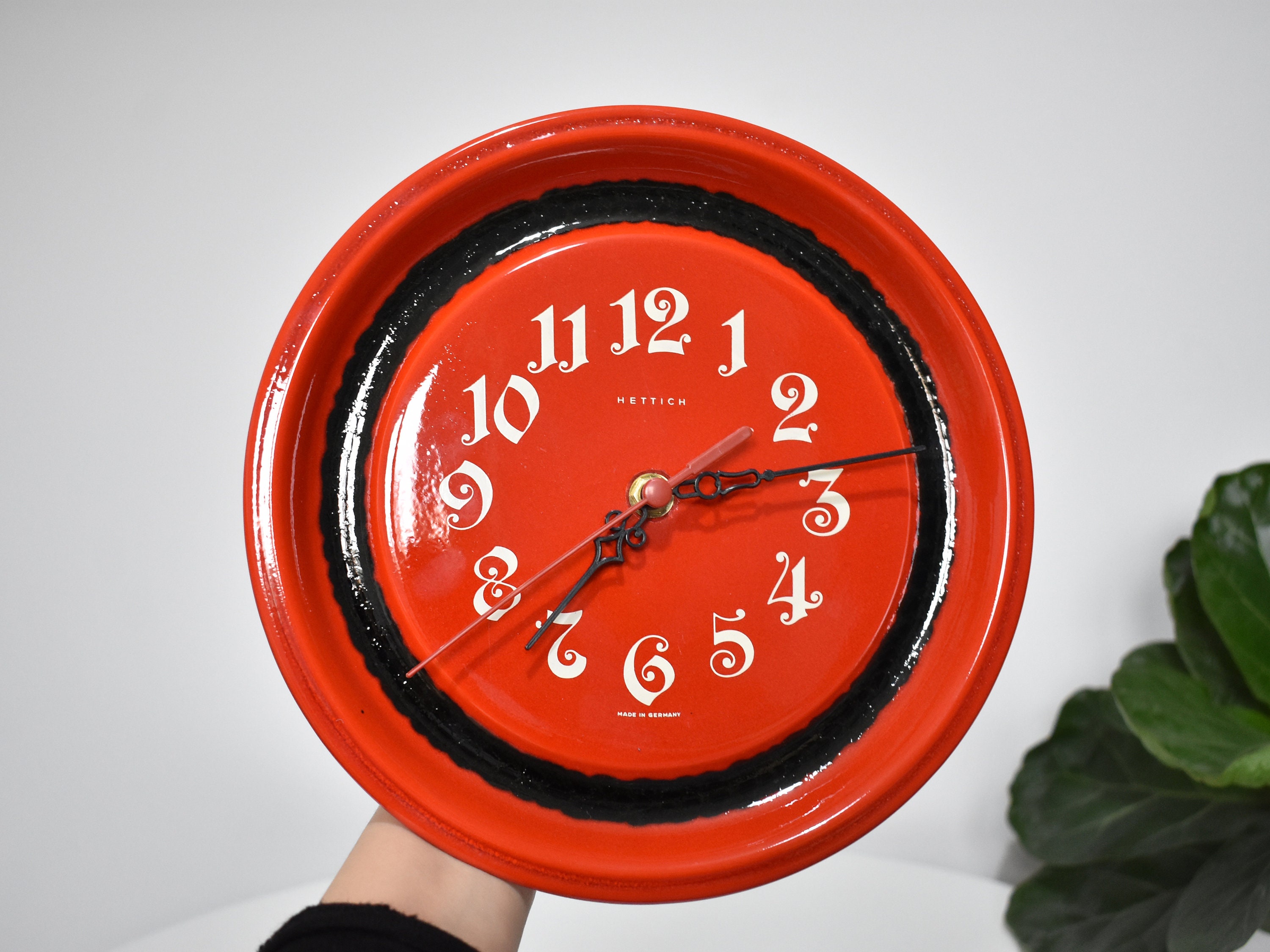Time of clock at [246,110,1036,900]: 7:13
